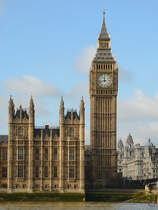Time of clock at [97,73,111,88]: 11:42
